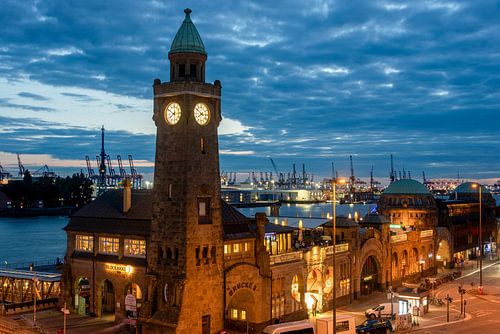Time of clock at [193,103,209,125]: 7:50
